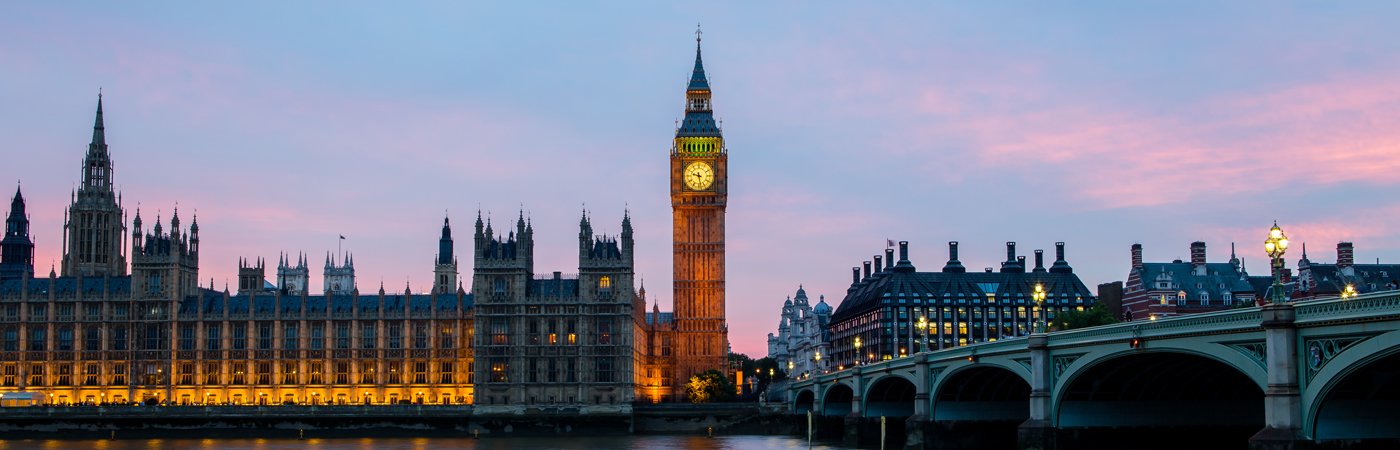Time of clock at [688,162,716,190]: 9:28
